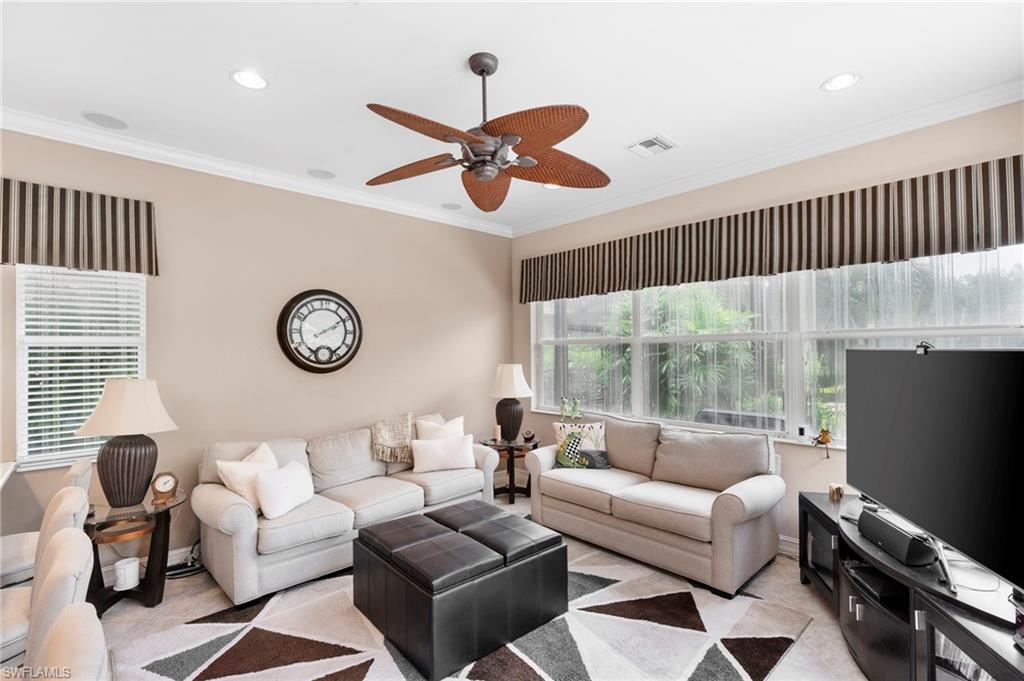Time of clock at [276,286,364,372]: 2:09
